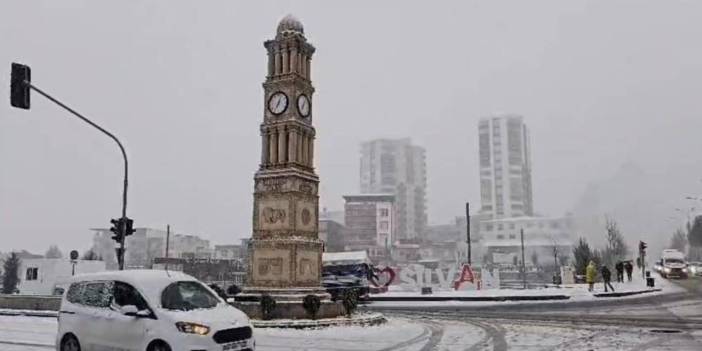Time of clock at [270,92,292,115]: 7:03
